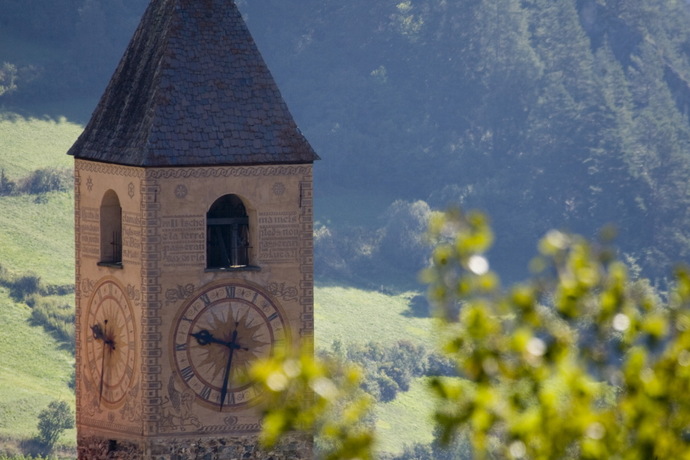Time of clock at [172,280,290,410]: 9:32
